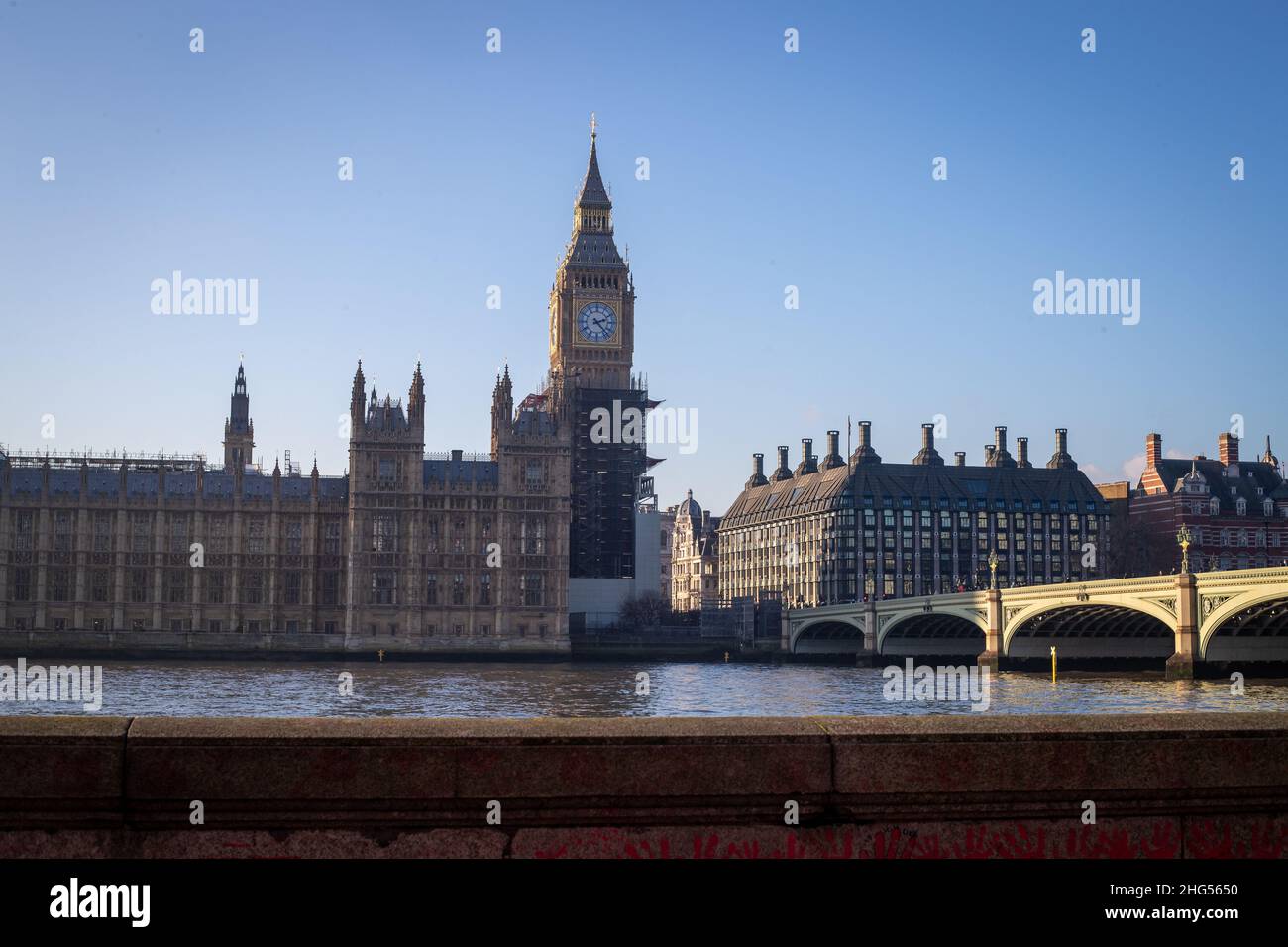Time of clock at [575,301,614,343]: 2:22
